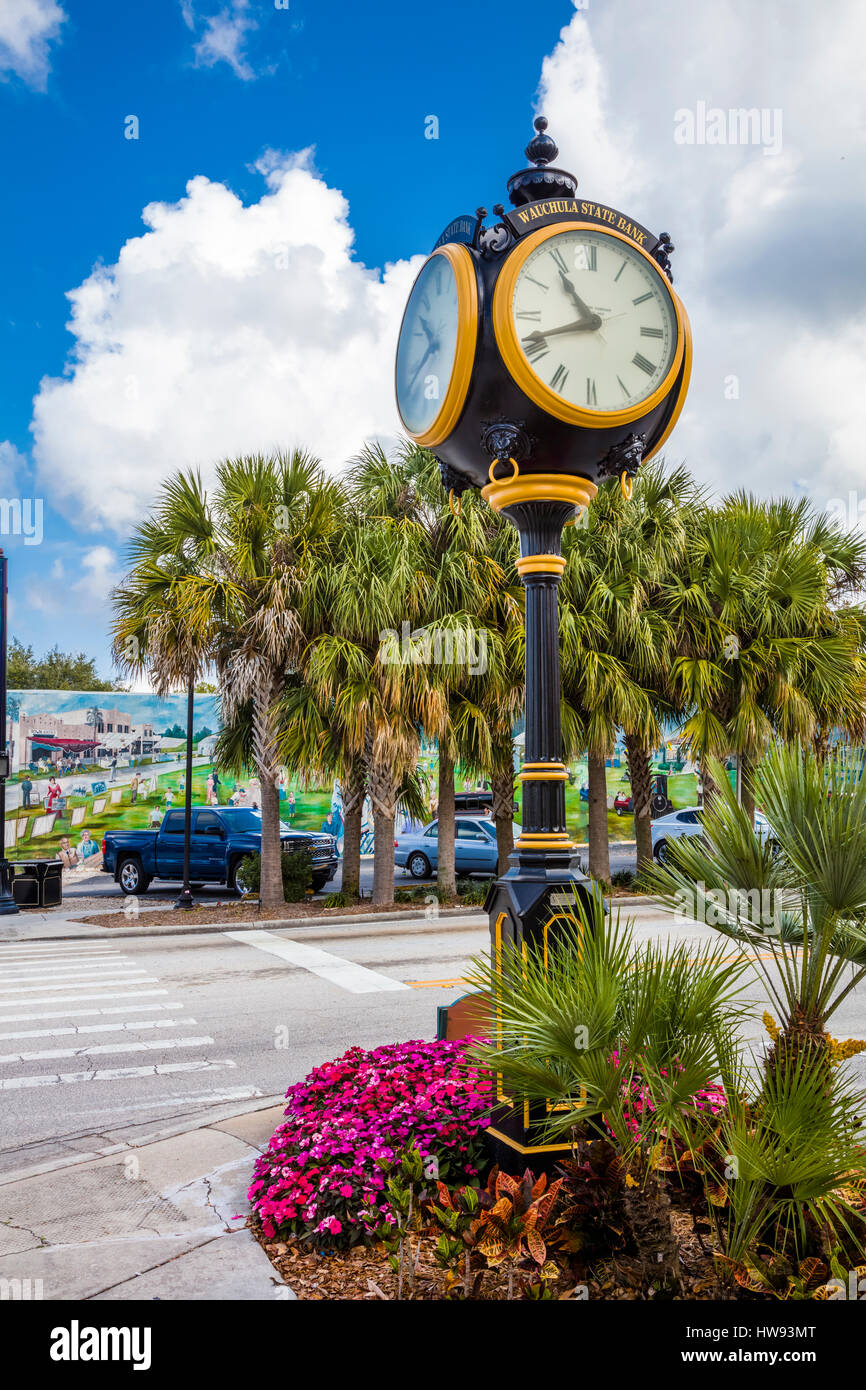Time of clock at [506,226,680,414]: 10:41
